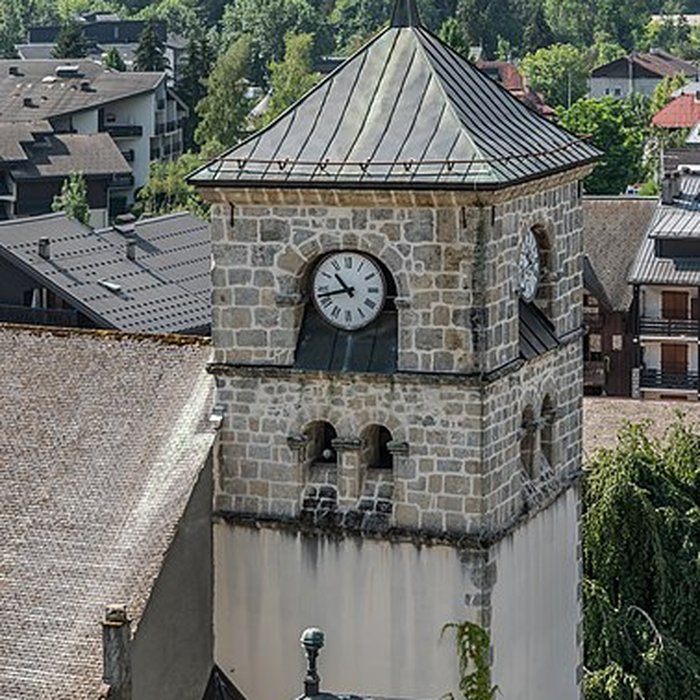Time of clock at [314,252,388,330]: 10:42
